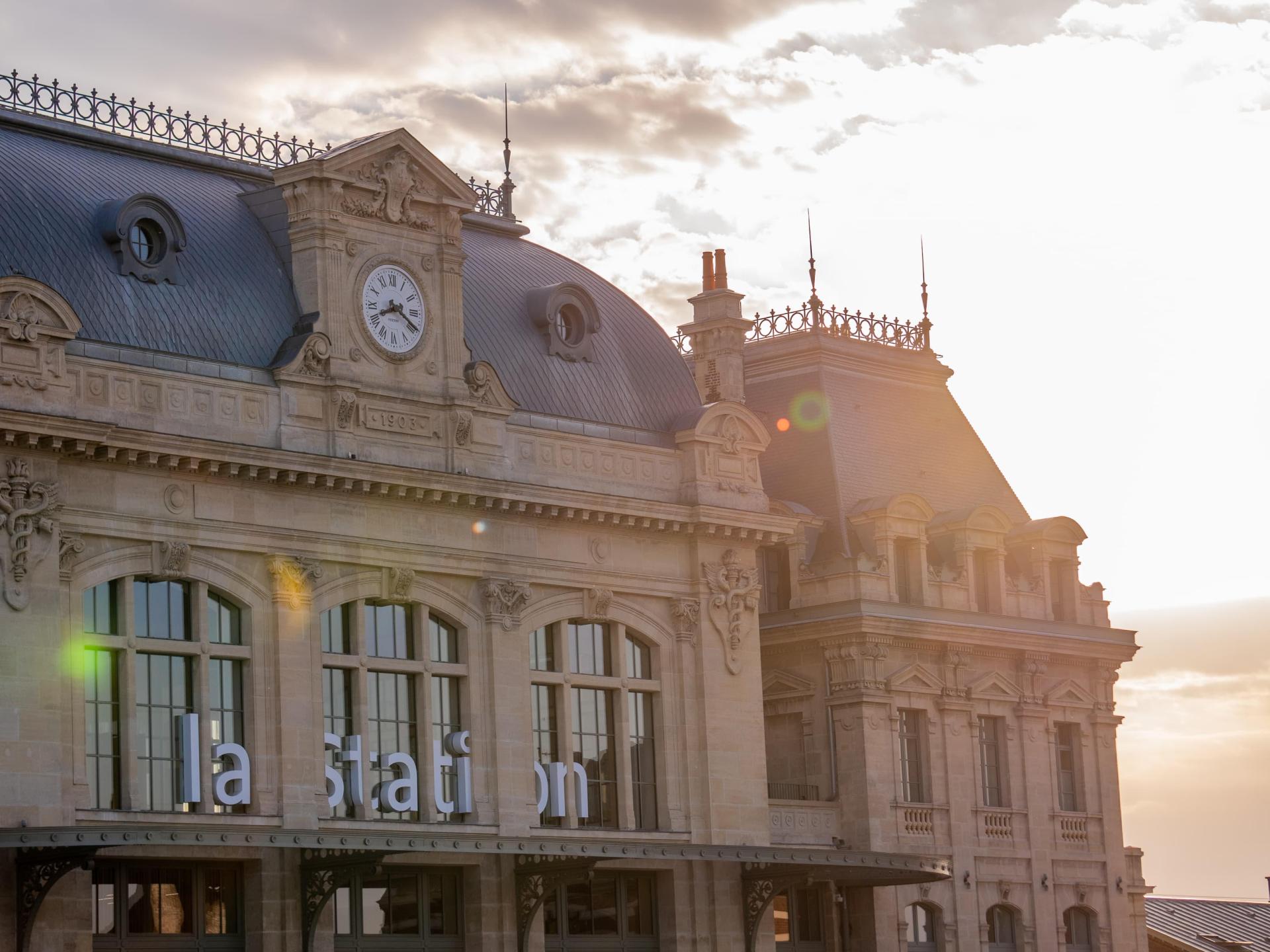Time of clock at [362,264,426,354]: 8:19
